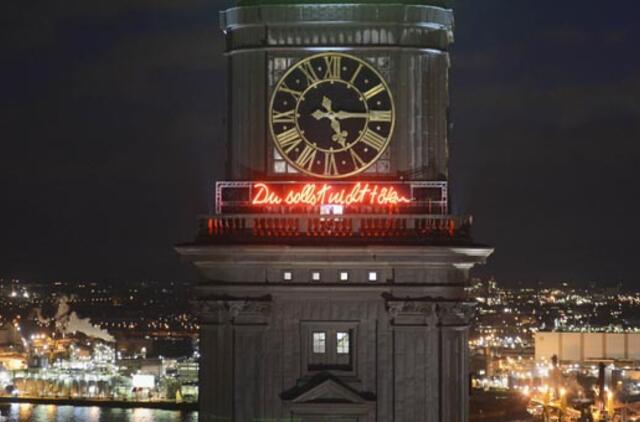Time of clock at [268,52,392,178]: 5:14
